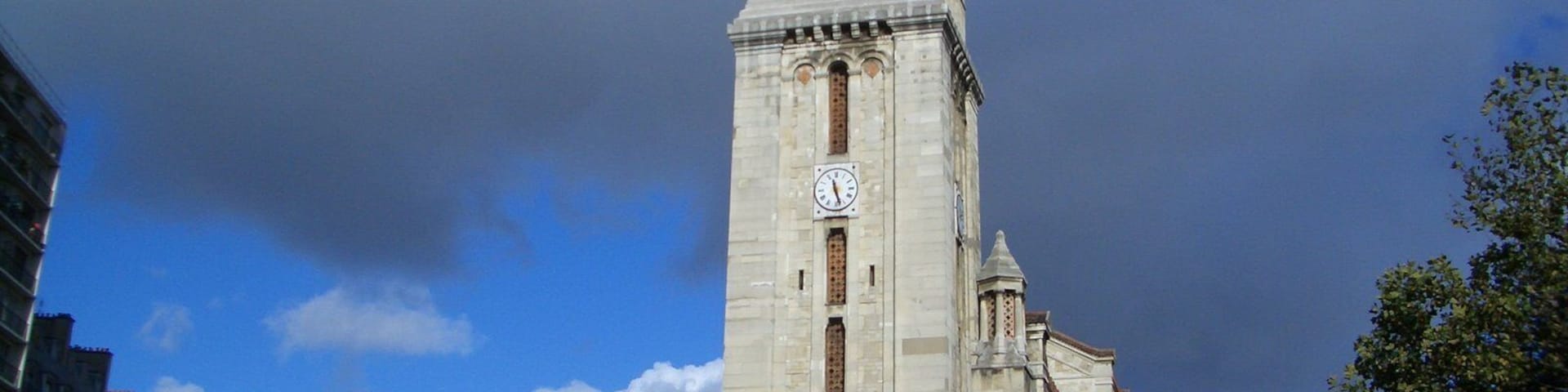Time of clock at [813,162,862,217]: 11:27
